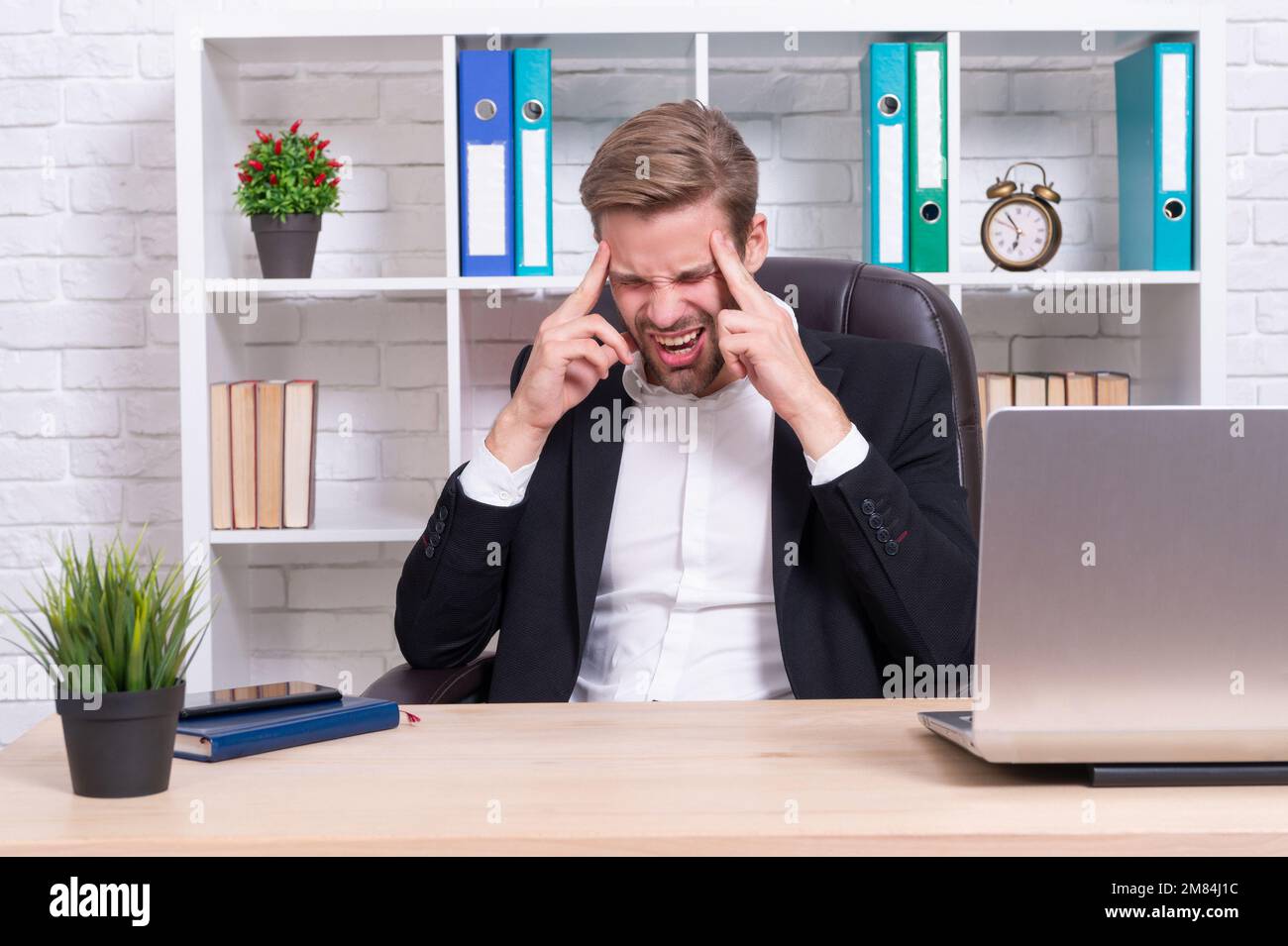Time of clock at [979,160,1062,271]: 6:54
